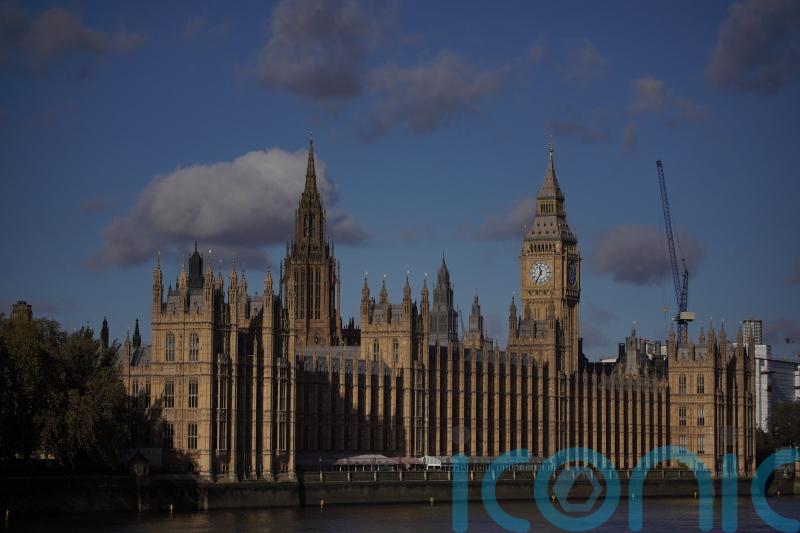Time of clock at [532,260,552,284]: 11:34
